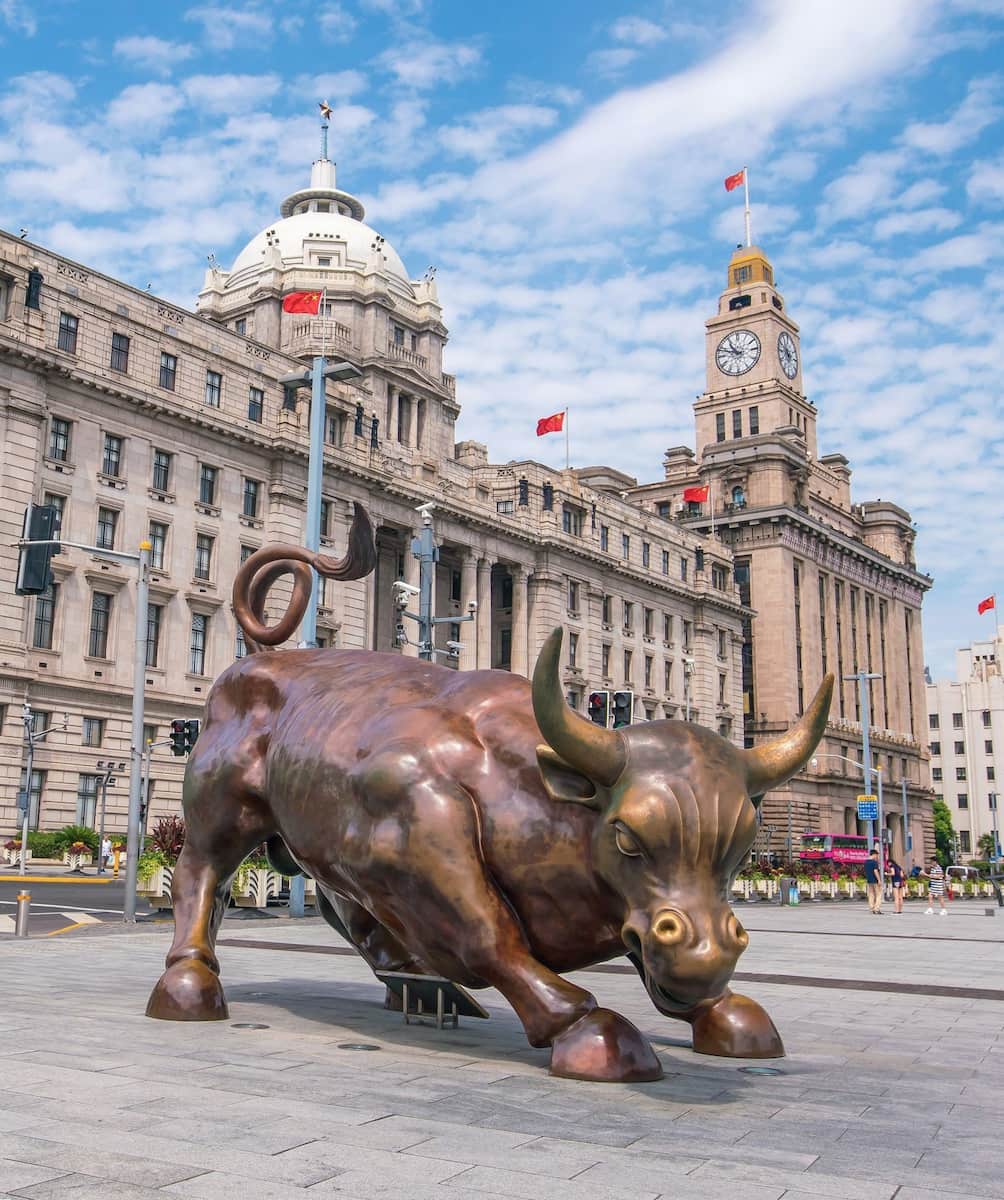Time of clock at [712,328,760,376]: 10:48
